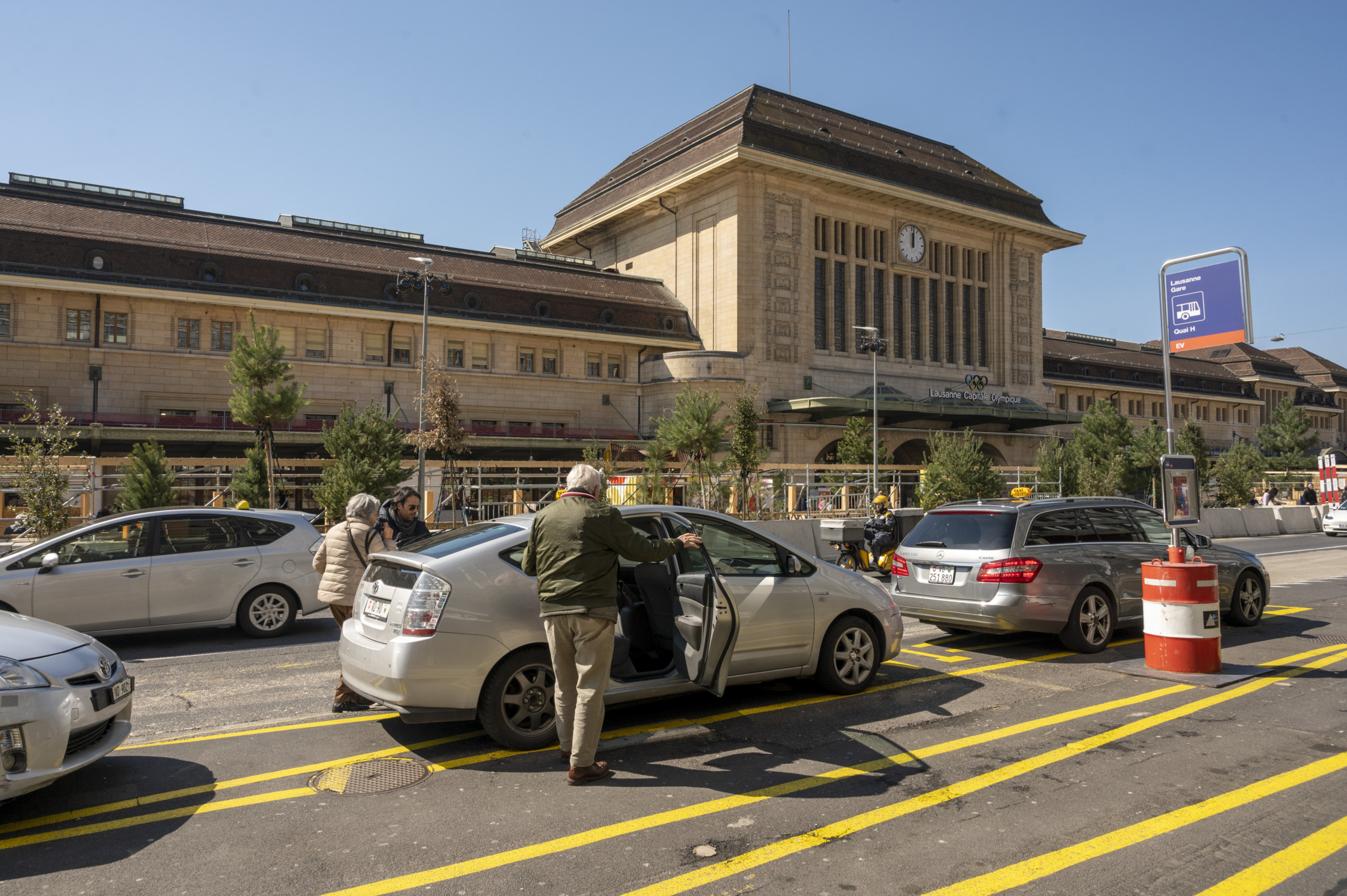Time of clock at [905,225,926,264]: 12:01
